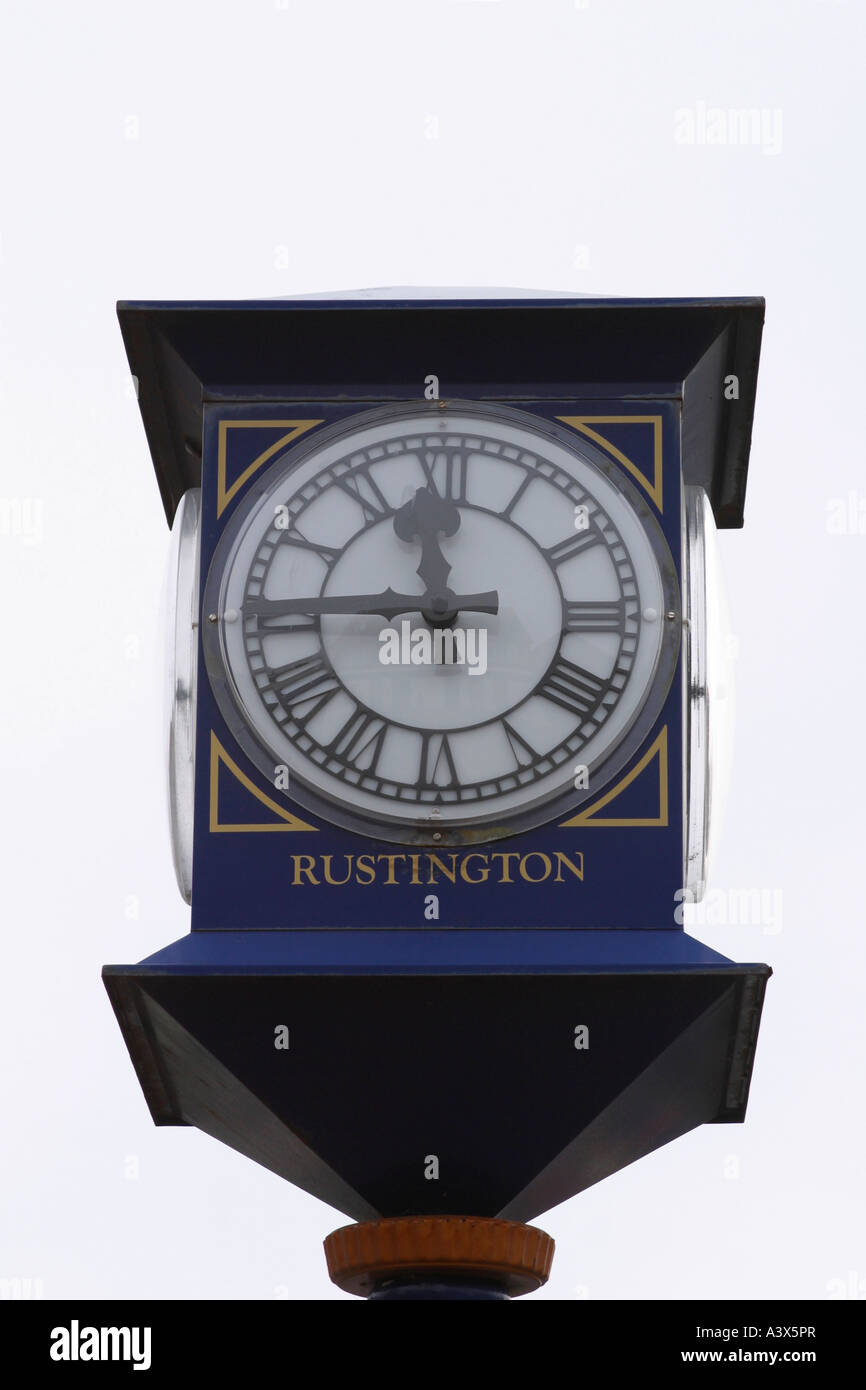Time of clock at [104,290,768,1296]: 11:44
